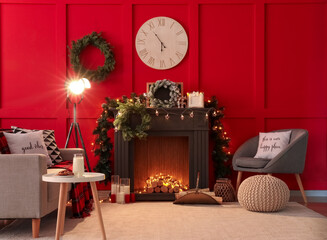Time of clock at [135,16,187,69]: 5:53
